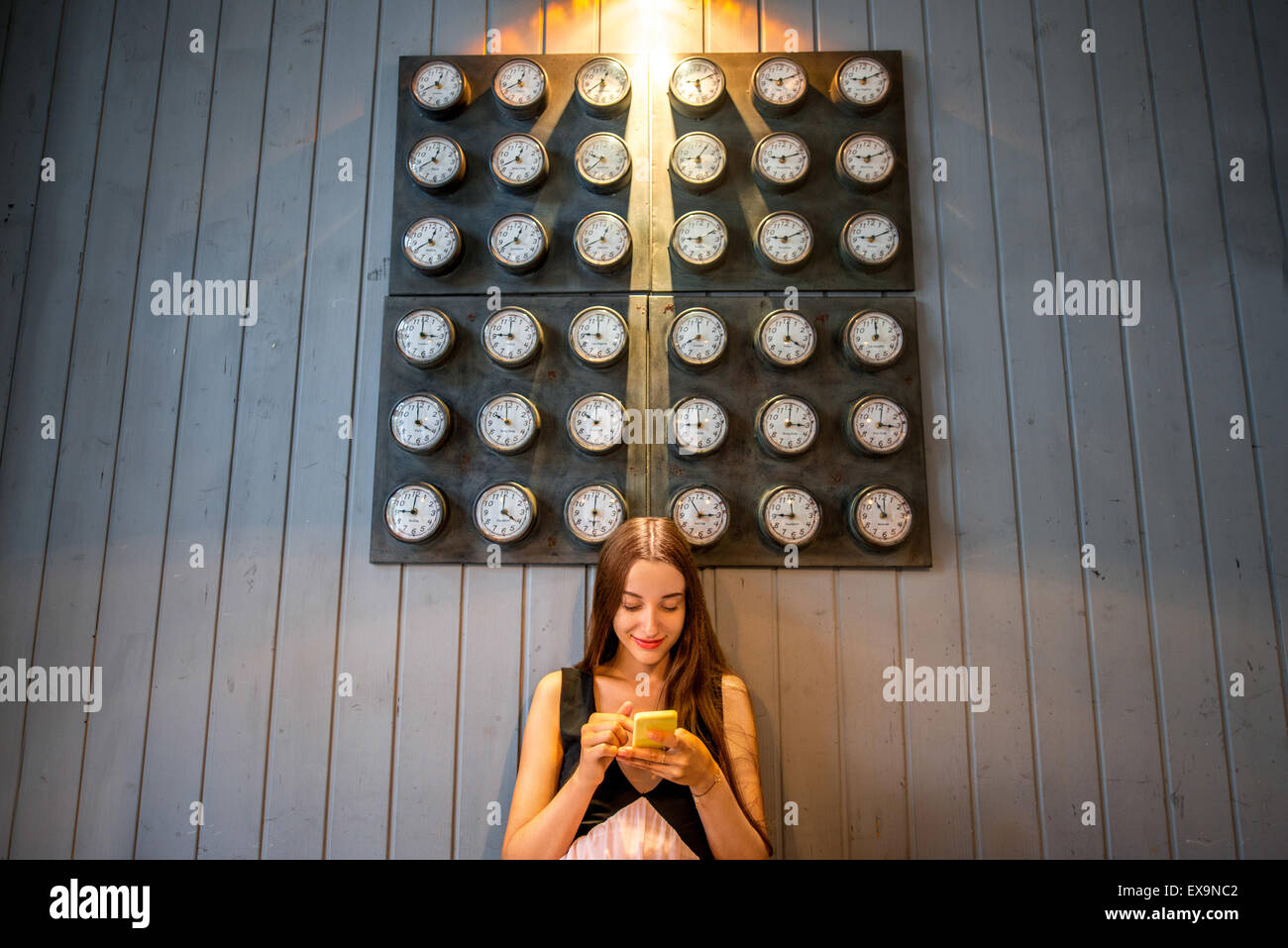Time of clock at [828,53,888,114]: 9:10
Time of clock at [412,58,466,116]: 12:41
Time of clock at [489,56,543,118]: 12:40
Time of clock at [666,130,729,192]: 9:05
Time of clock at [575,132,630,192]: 9:38
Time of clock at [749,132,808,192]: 9:12
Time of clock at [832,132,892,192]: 9:11
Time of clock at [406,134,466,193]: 12:40
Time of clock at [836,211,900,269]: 9:11
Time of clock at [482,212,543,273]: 12:41
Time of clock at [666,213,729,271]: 9:10
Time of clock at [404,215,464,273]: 12:40
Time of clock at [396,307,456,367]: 2:59
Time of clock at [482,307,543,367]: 9:00
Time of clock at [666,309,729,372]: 7:59
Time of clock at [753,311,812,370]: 4:00
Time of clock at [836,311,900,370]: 12:00
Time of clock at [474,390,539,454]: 9:59
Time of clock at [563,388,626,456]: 9:59
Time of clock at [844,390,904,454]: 3:01
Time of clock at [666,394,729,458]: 8:59
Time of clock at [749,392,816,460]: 3:01
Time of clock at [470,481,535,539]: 4:00
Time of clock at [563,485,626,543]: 6:00
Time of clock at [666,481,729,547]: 2:55
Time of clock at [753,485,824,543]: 11:46
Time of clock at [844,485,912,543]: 11:00
